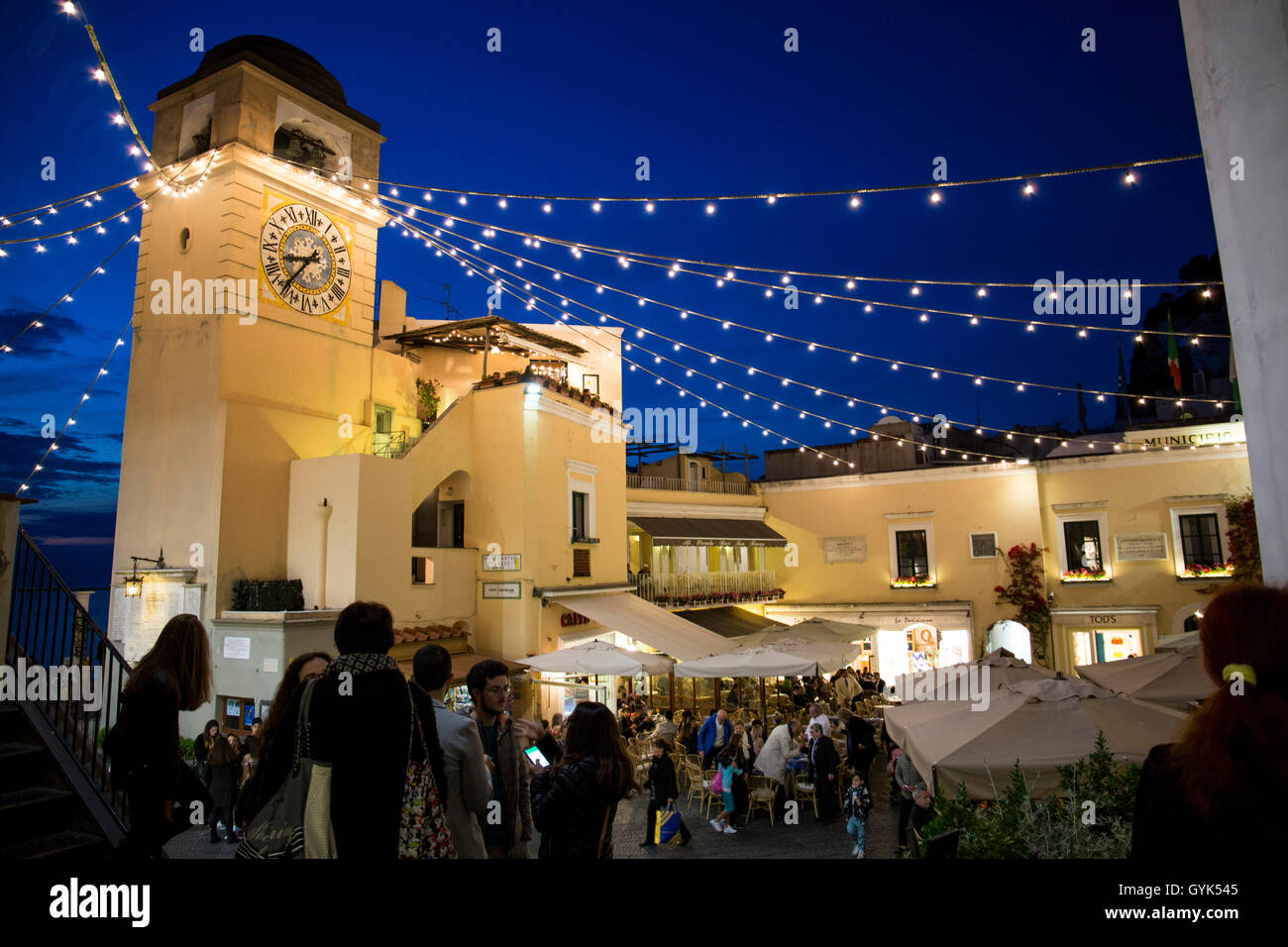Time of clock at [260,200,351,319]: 8:36
